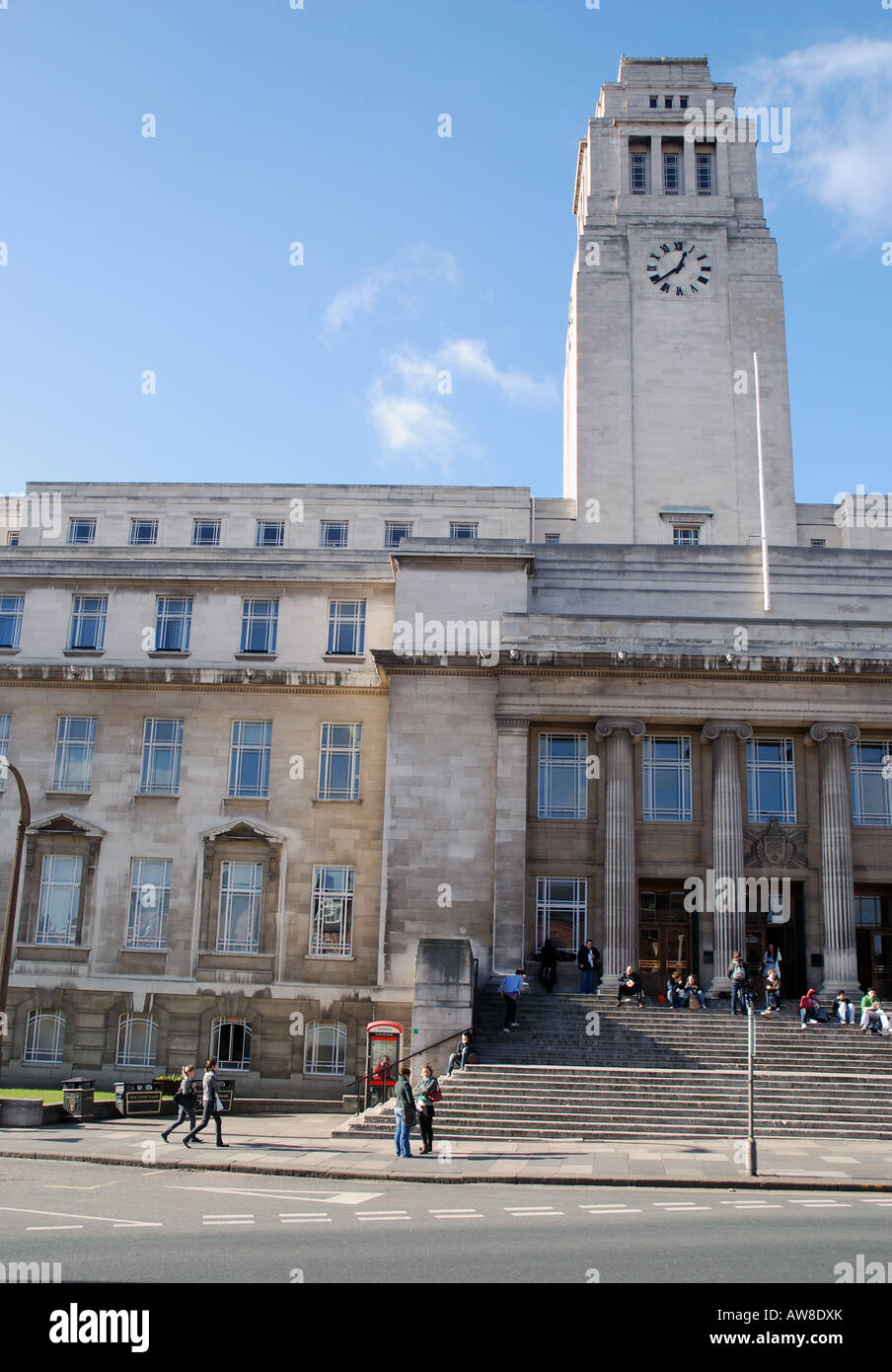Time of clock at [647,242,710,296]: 12:38
